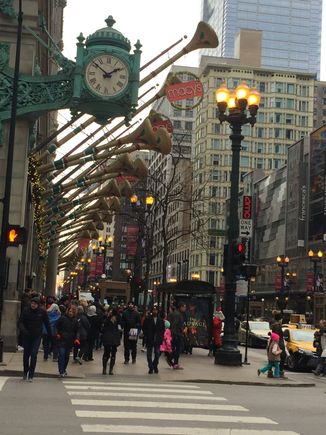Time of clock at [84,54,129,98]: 1:51
